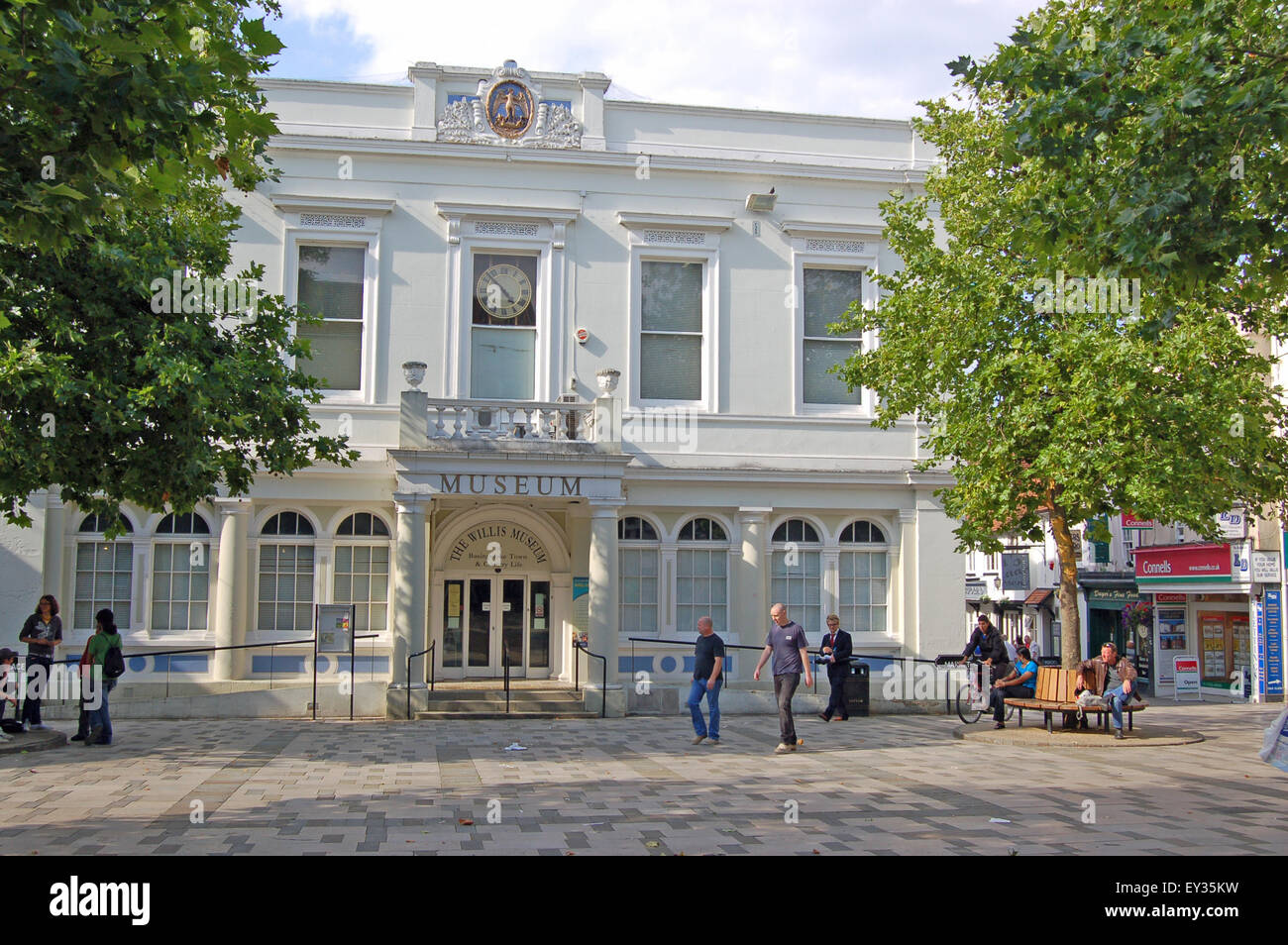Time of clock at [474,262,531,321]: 4:52
